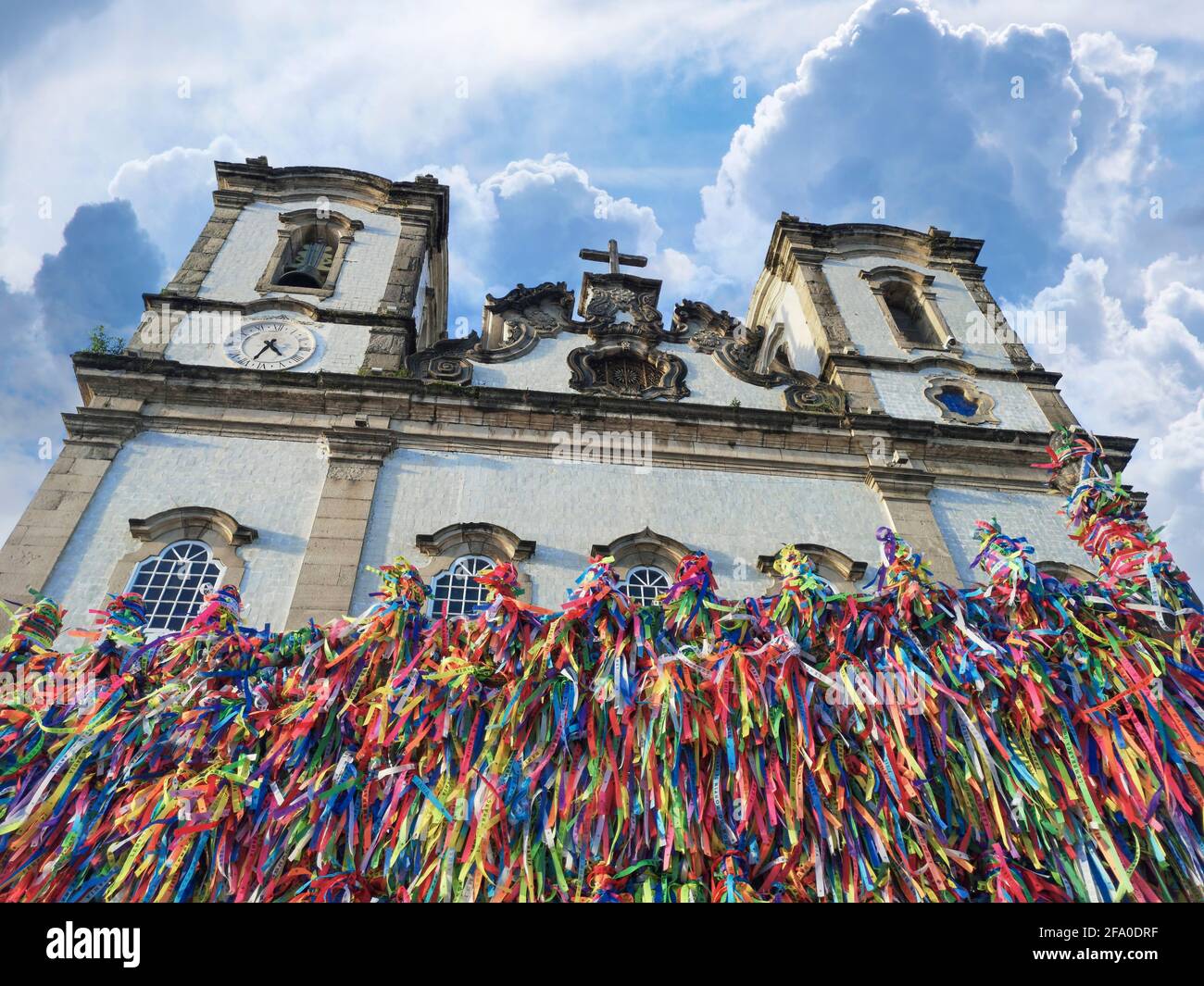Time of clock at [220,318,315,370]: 4:34
